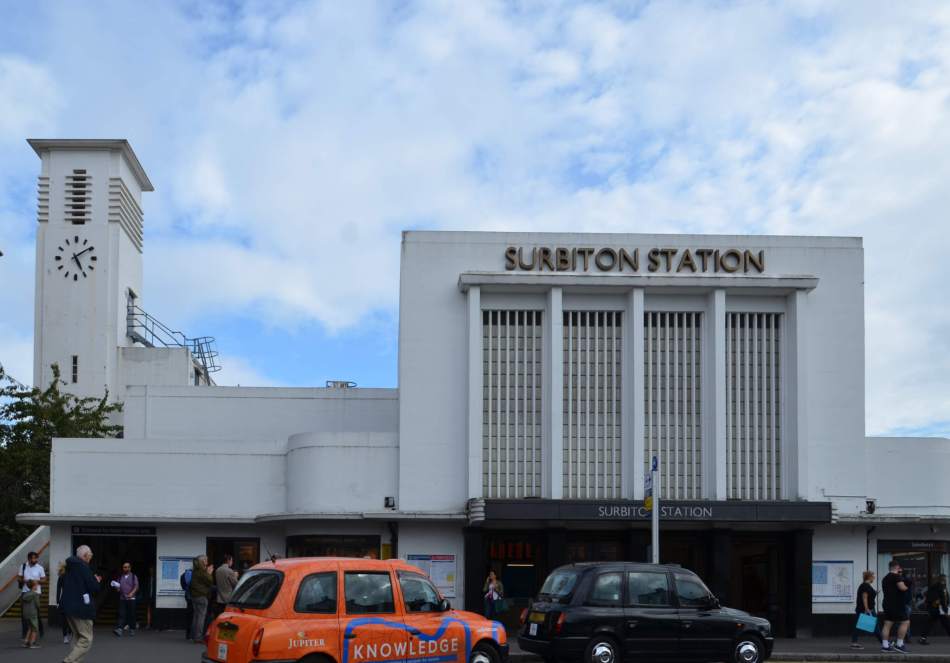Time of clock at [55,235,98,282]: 5:09
